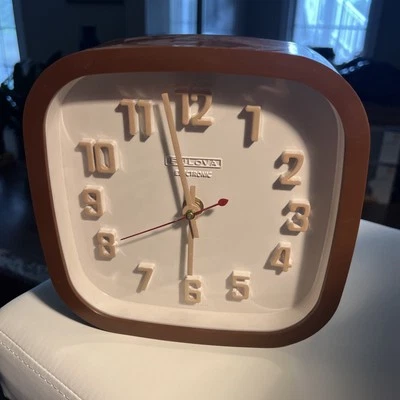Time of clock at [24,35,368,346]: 1:57
